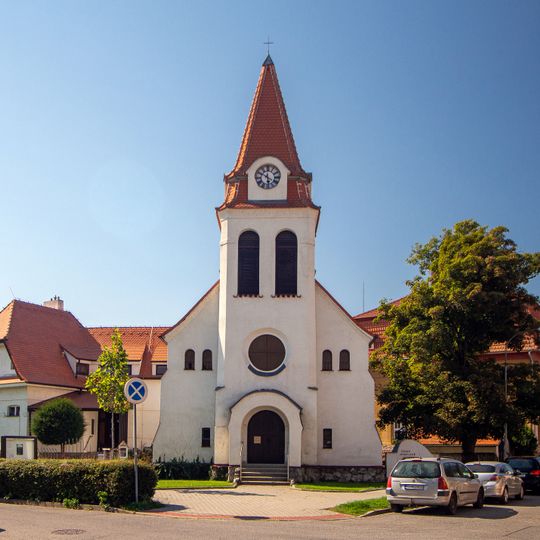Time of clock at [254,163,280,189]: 5:50
